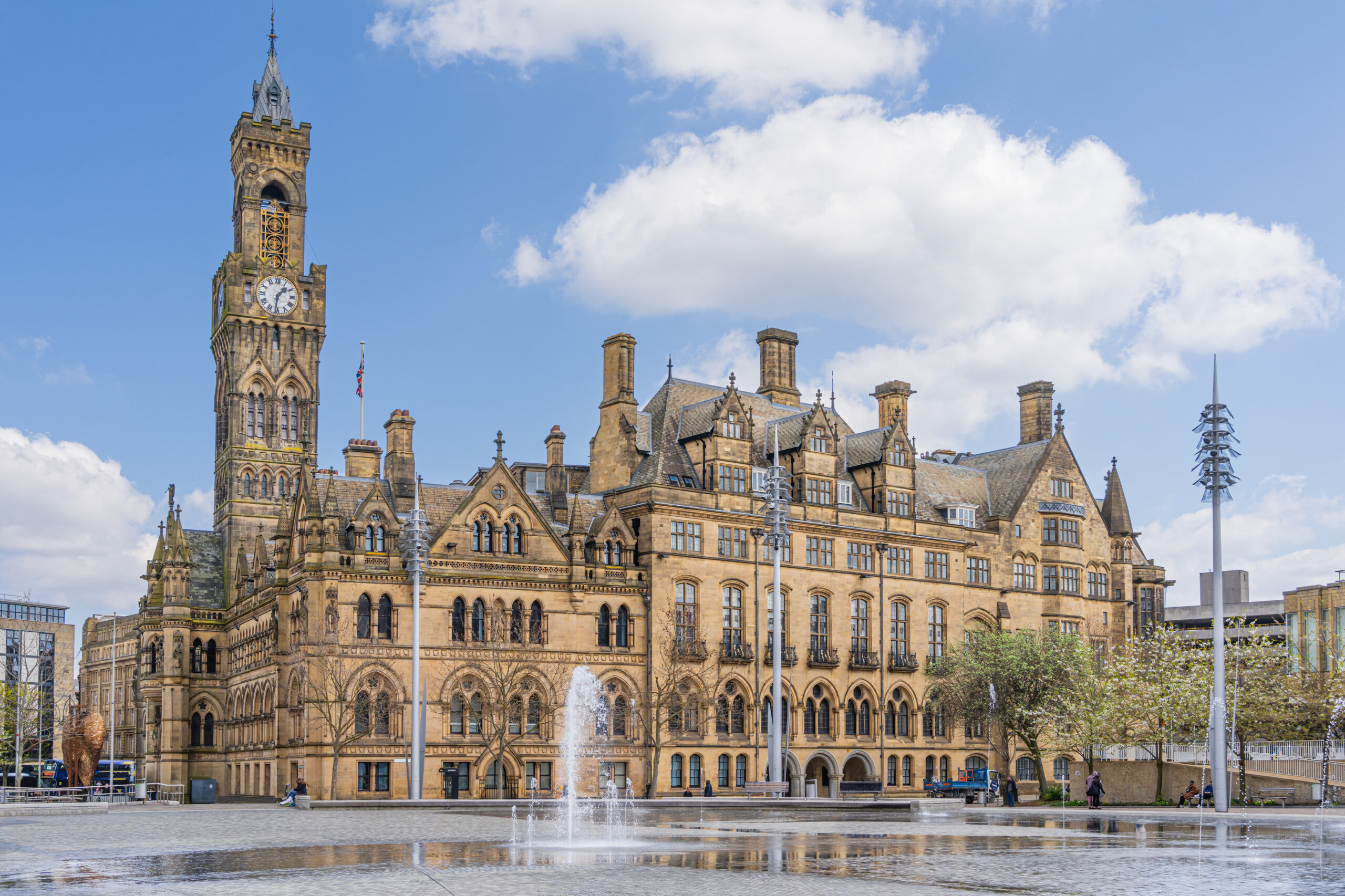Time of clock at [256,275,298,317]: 1:31
